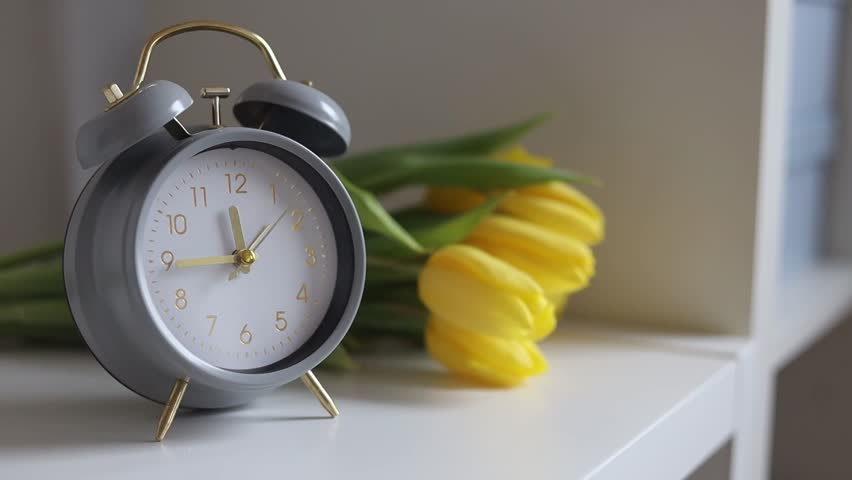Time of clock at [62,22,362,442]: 11:44
